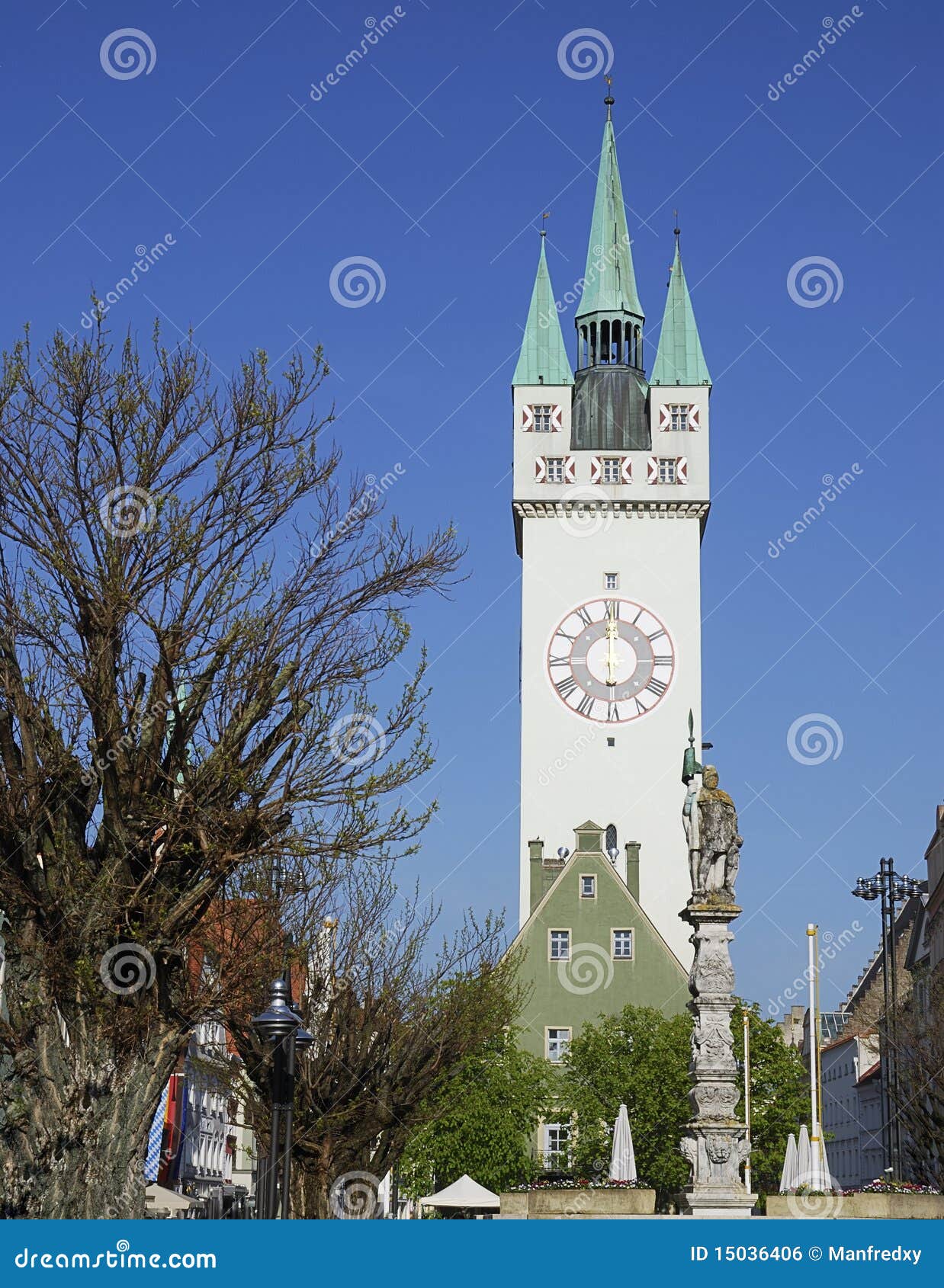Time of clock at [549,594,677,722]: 6:00
